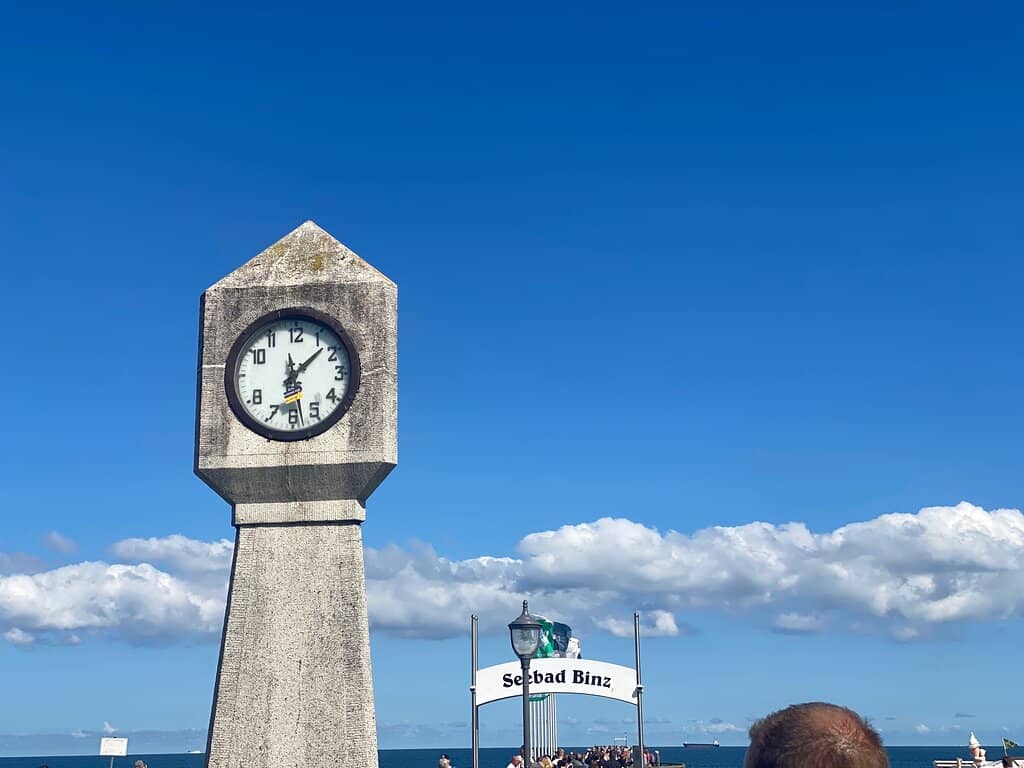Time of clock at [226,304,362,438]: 1:28
